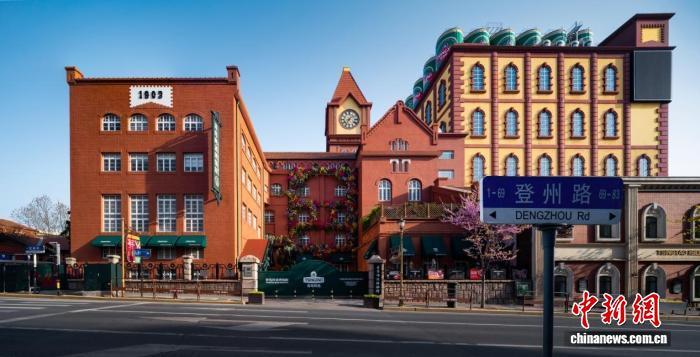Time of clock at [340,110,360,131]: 7:07
